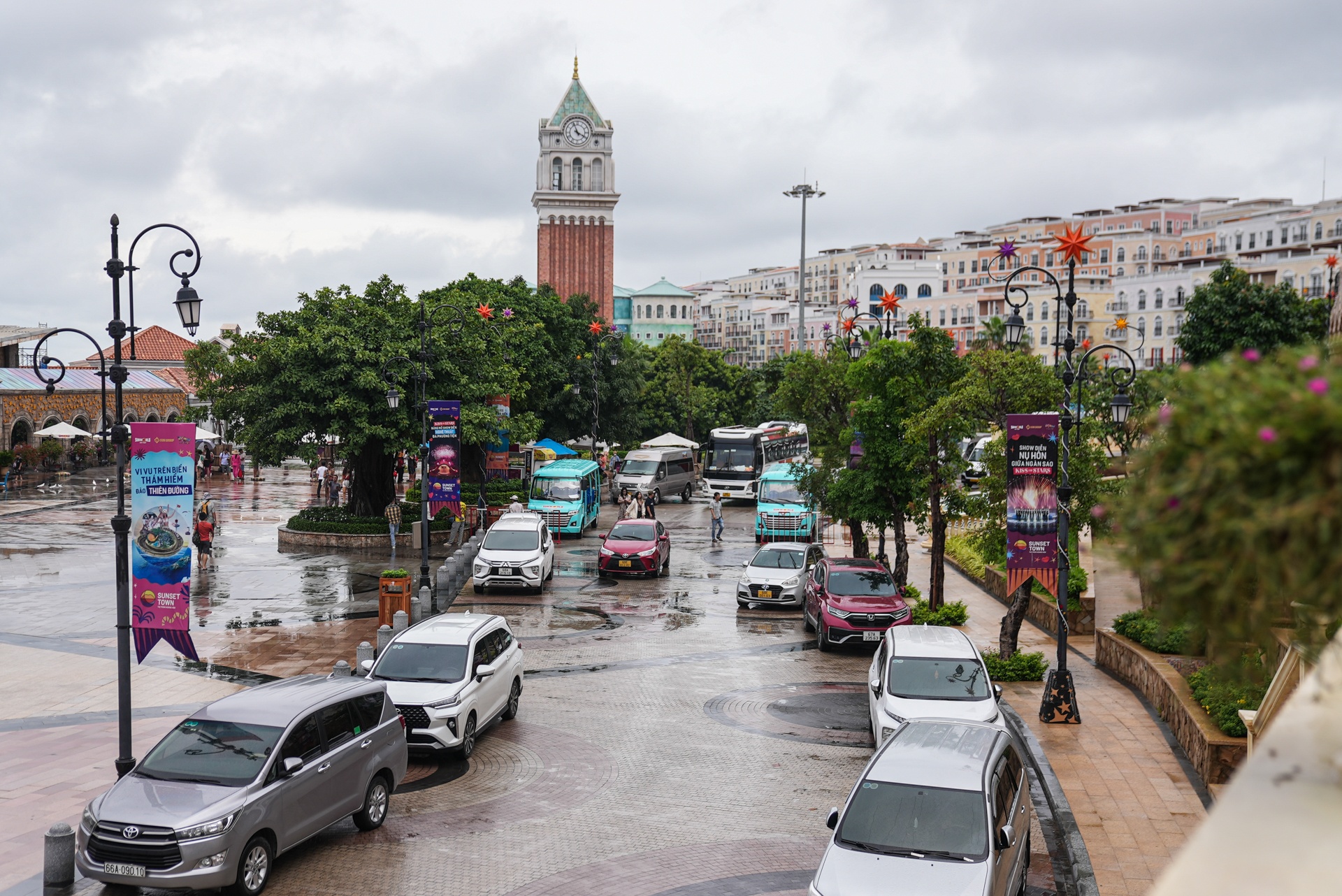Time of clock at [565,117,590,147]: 3:56
